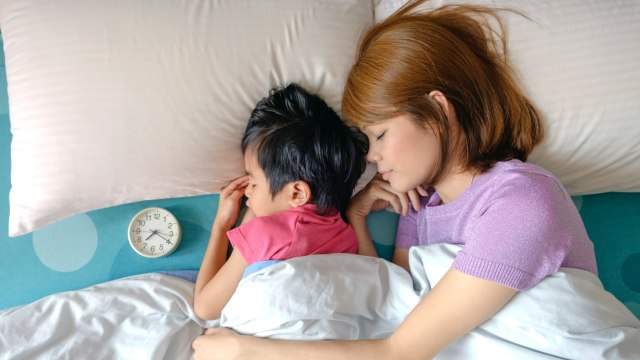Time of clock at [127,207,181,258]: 7:19
